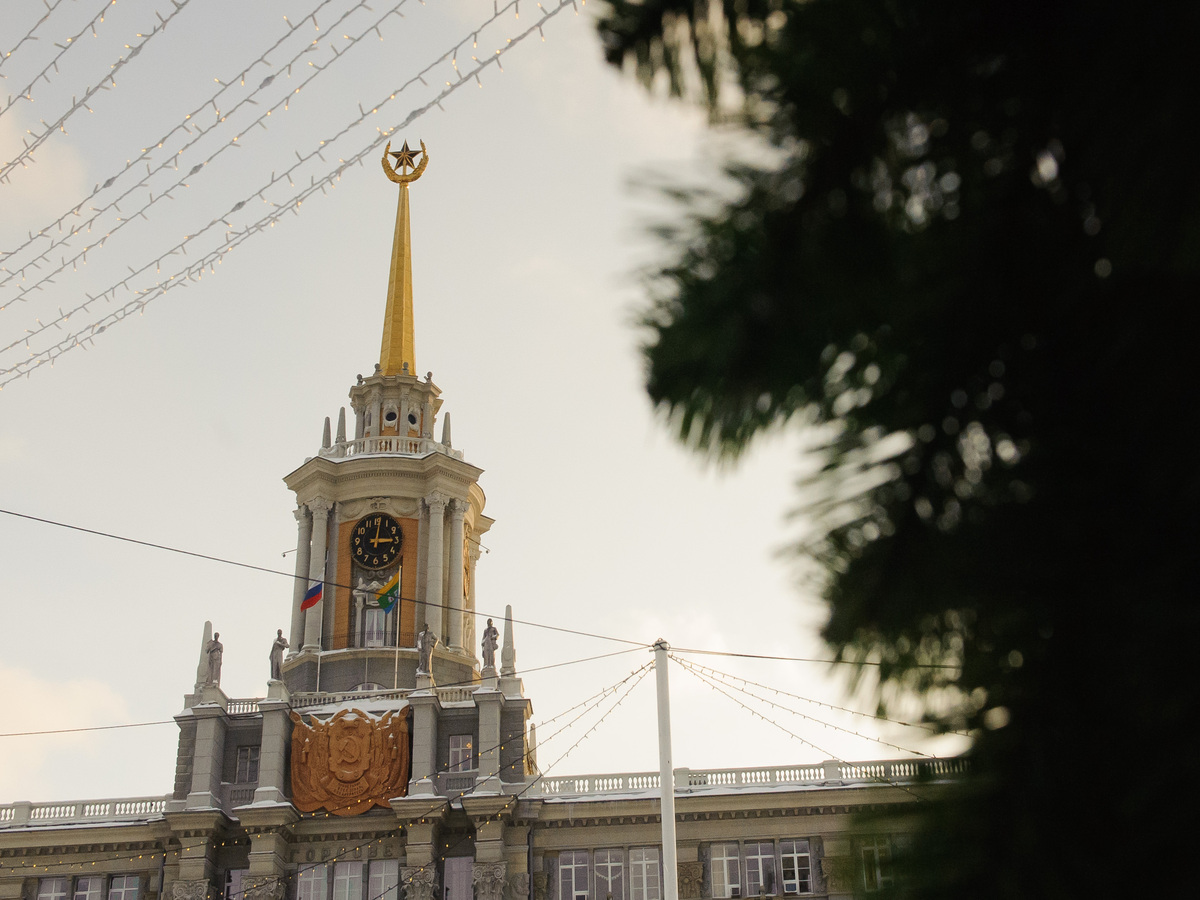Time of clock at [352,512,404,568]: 3:01
